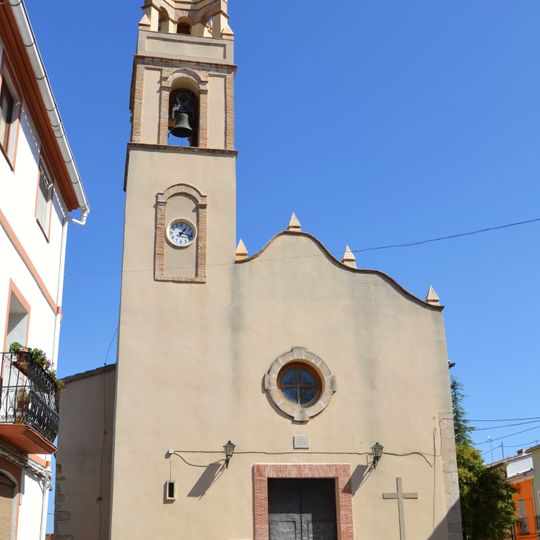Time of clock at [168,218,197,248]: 1:16
